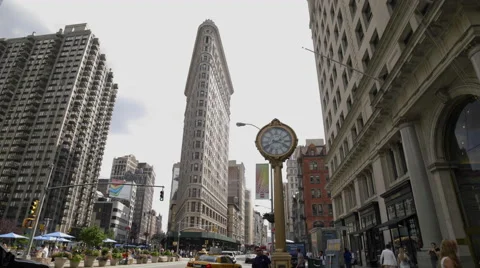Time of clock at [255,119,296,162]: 3:40
